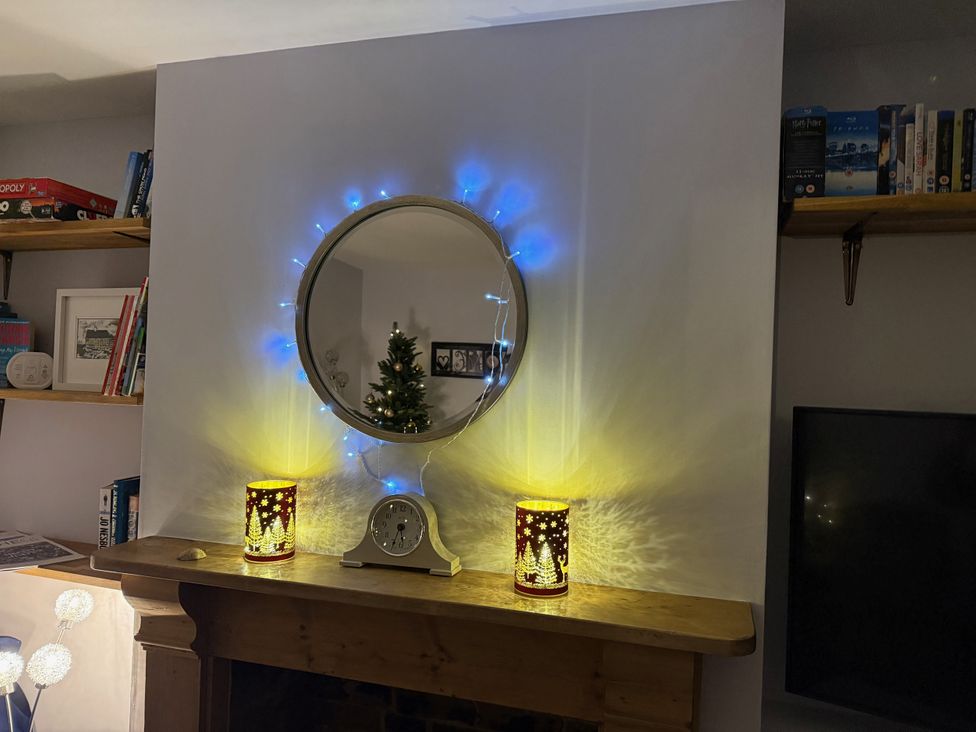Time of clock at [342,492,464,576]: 5:32
